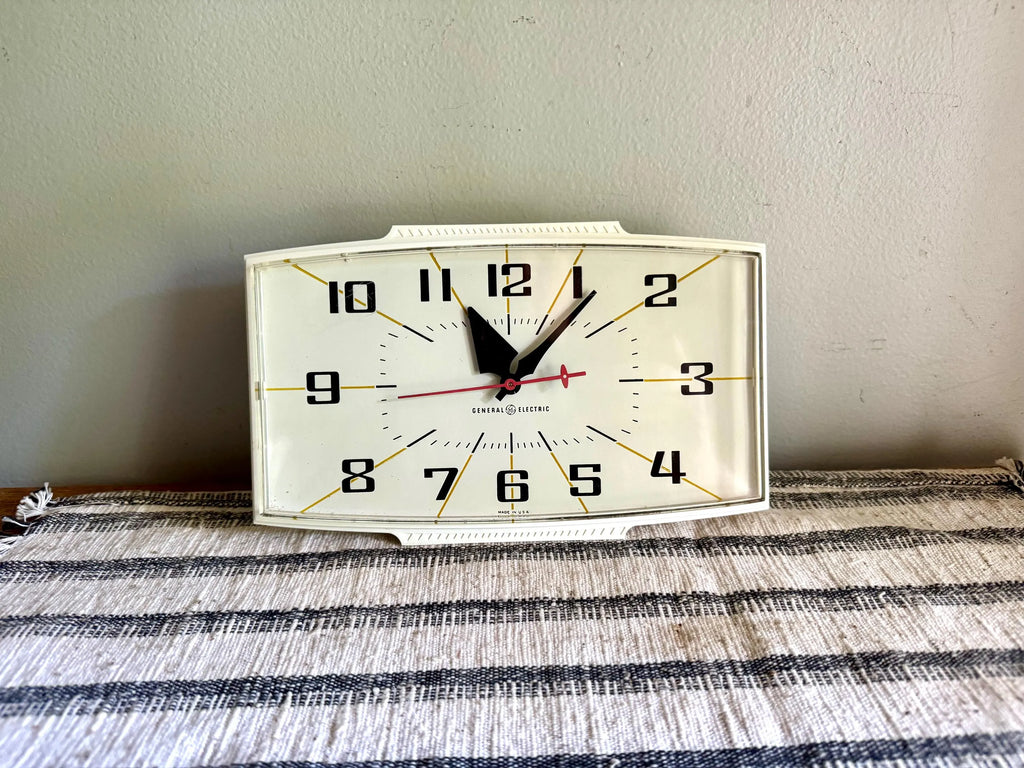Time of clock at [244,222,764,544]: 11:06
